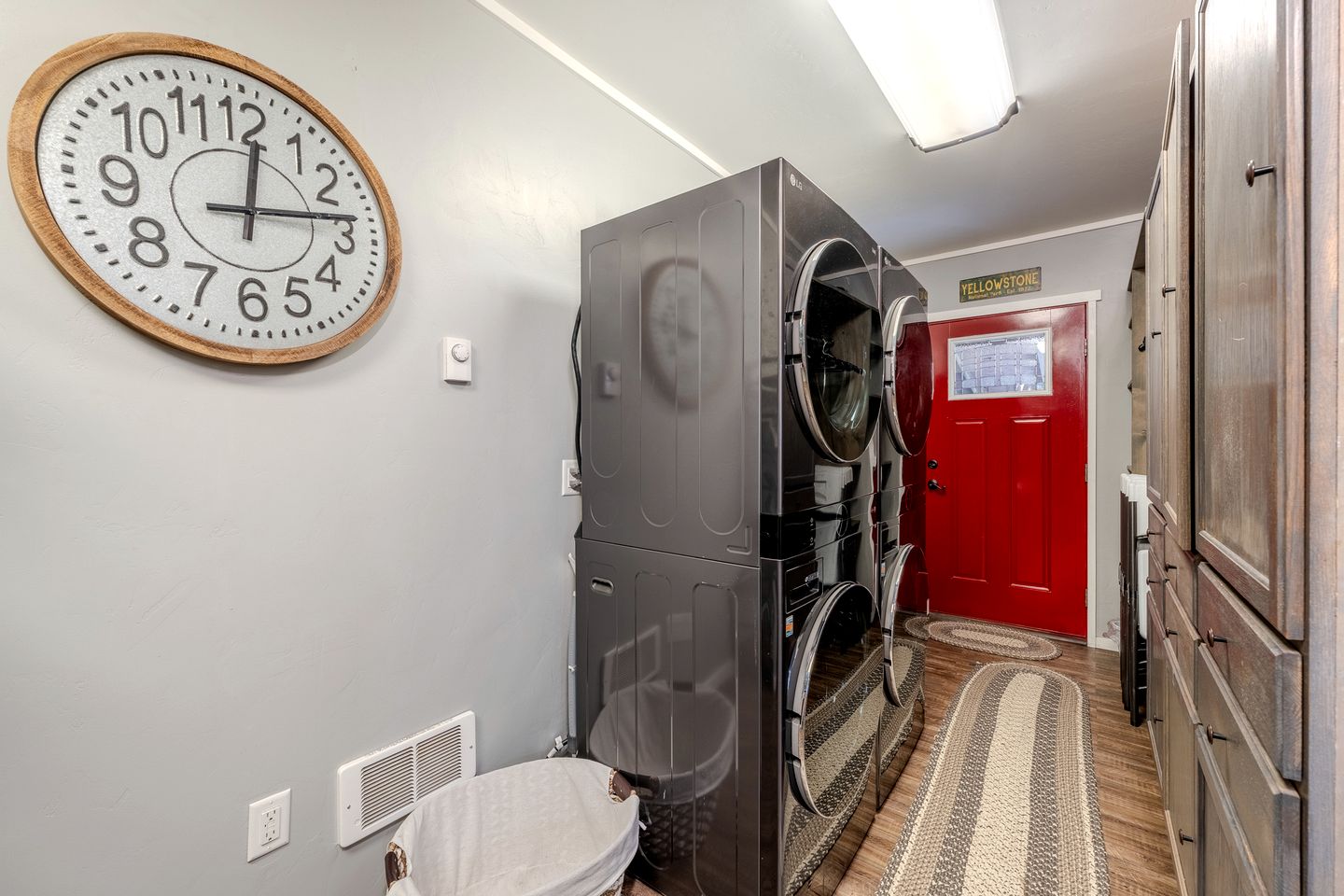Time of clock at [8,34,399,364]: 12:13
